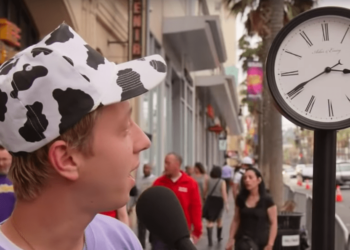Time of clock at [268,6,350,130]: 2:40
